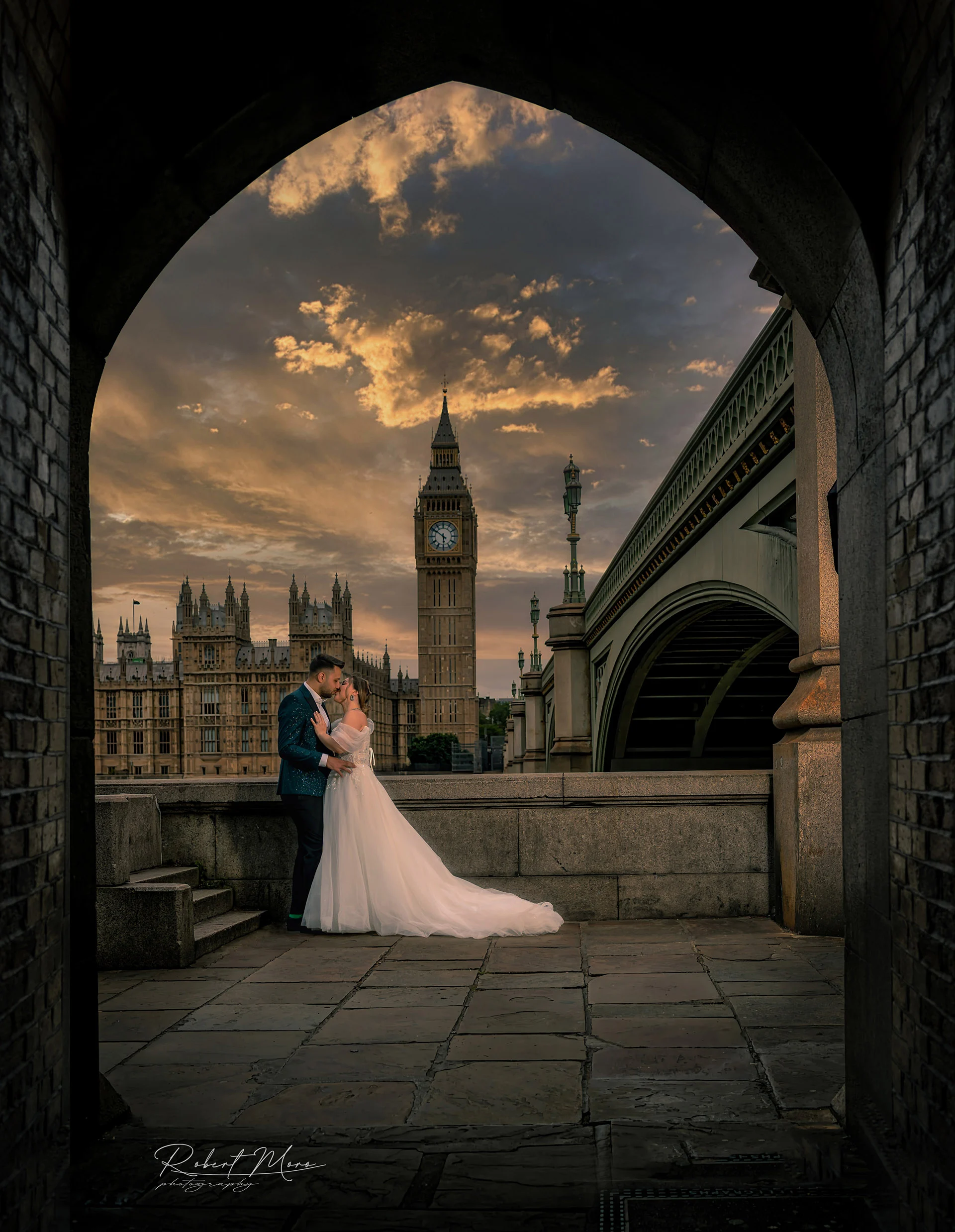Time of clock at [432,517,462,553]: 5:50
